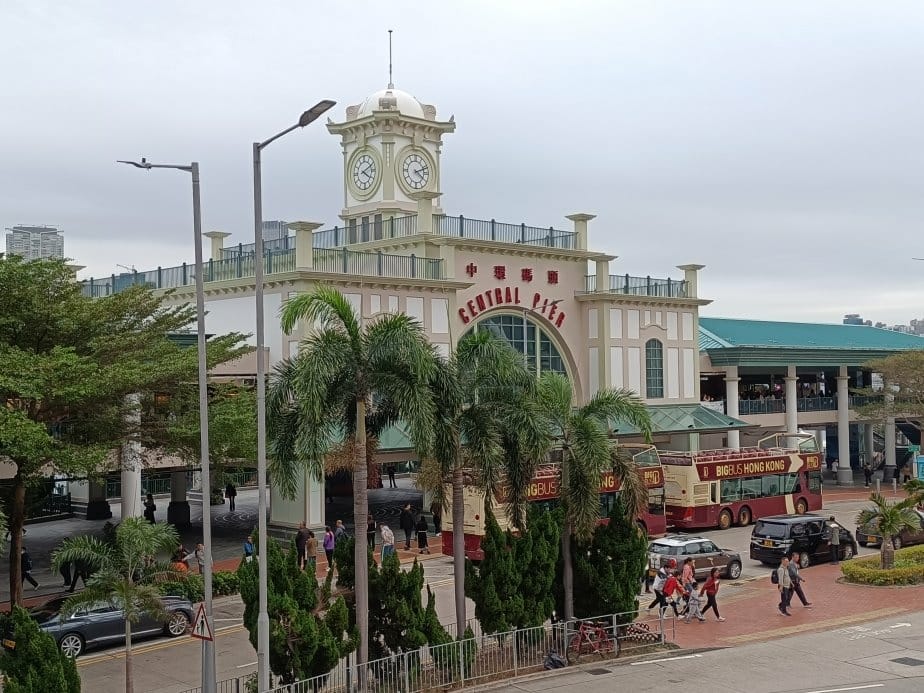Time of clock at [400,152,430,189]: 4:11
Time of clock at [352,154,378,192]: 4:10
